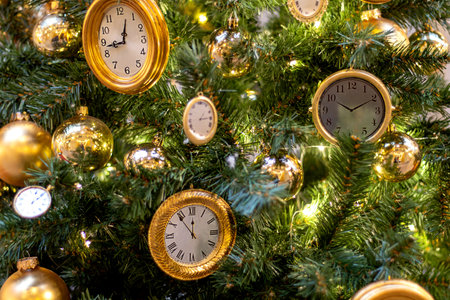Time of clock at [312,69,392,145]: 10:10
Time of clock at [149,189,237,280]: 11:53
